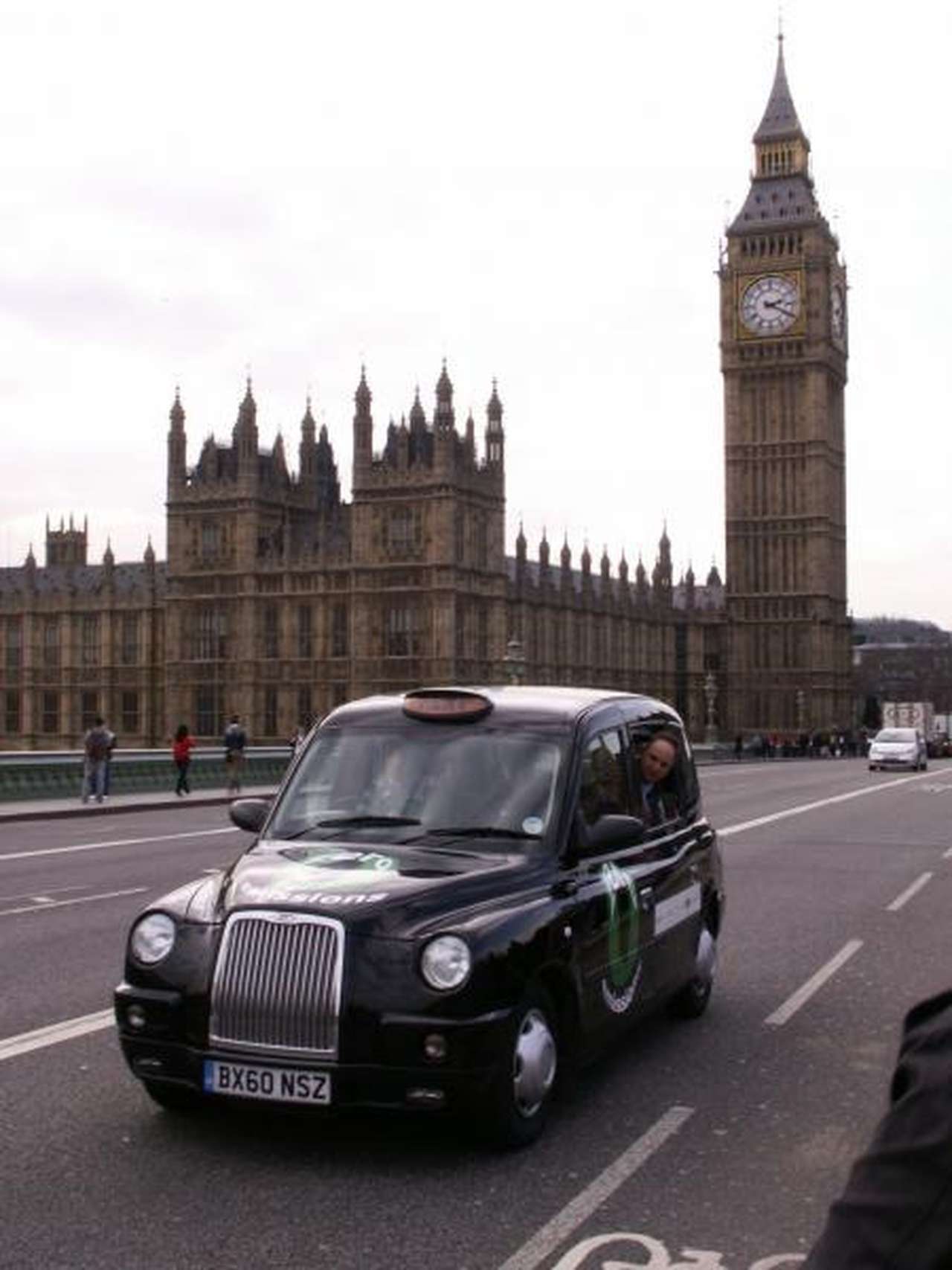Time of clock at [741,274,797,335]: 2:19
